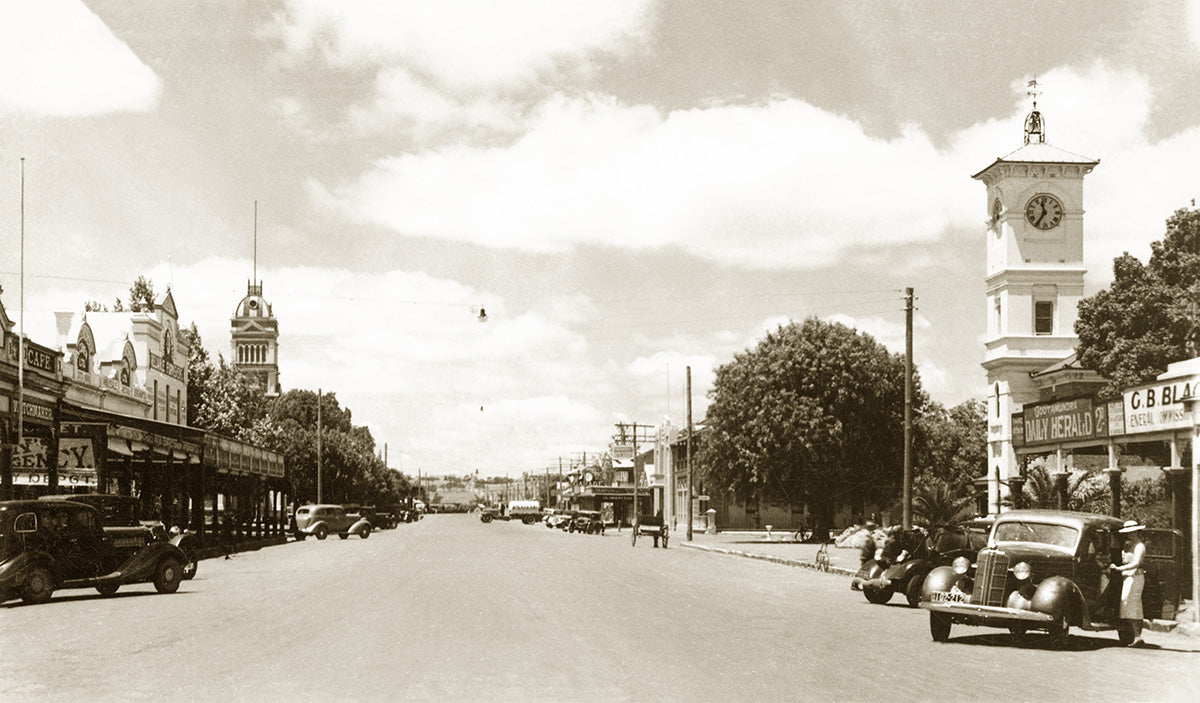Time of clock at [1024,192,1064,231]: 11:35
